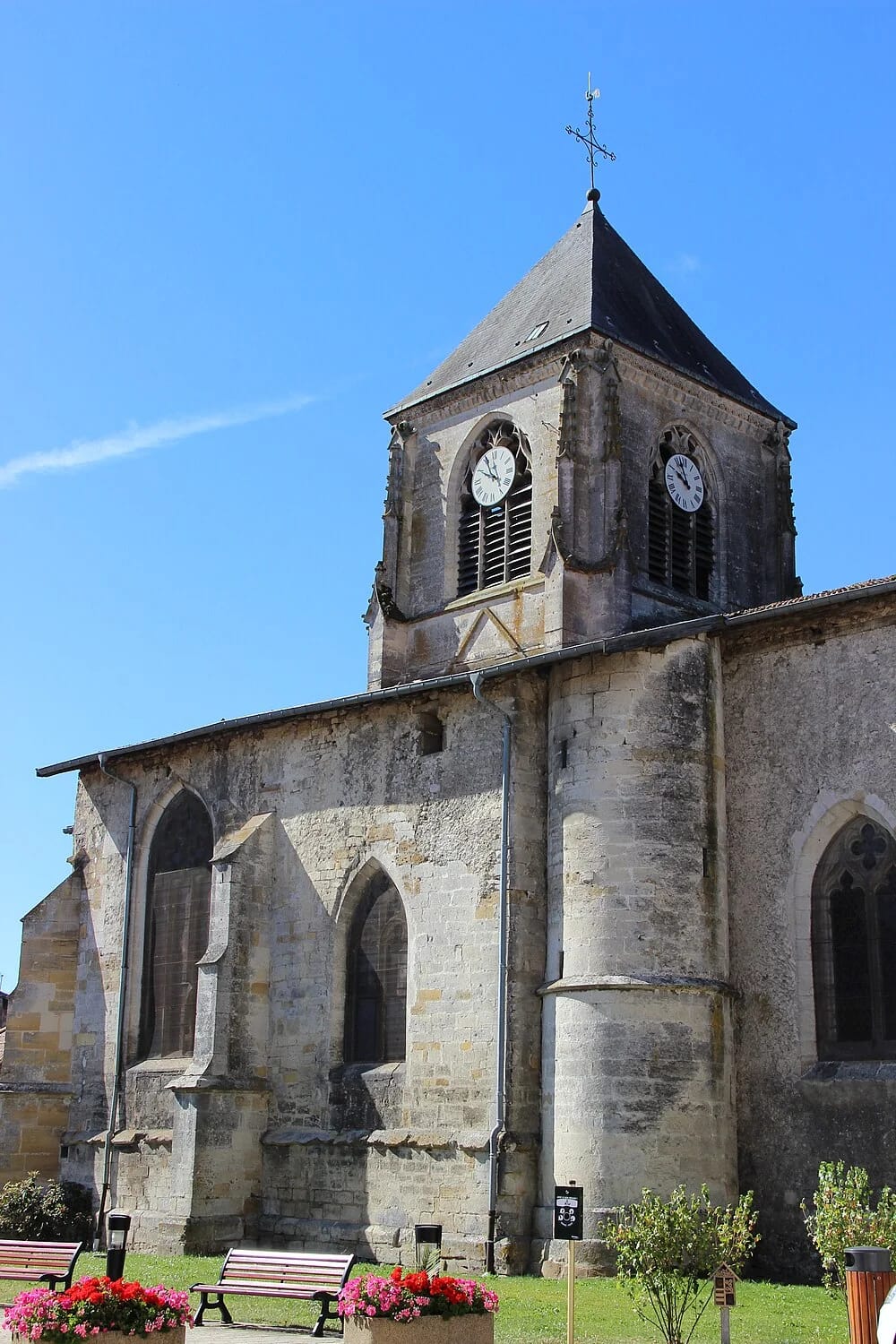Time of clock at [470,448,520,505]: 9:55
